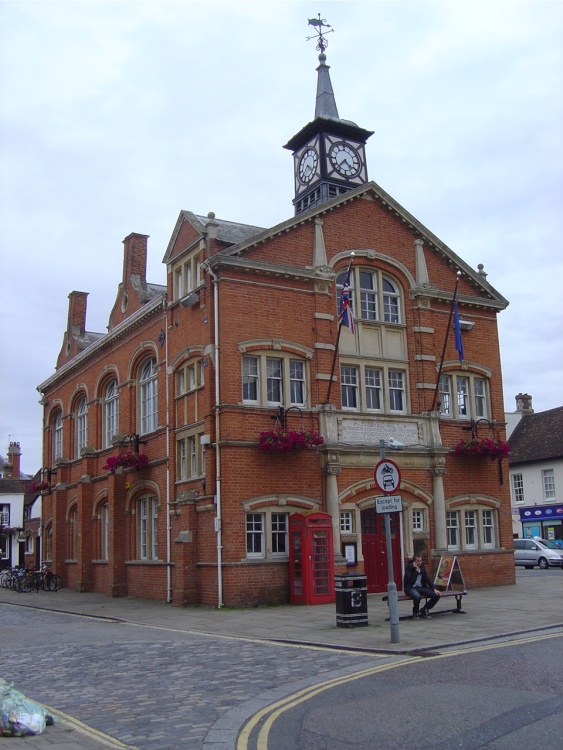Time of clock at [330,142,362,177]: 4:37
